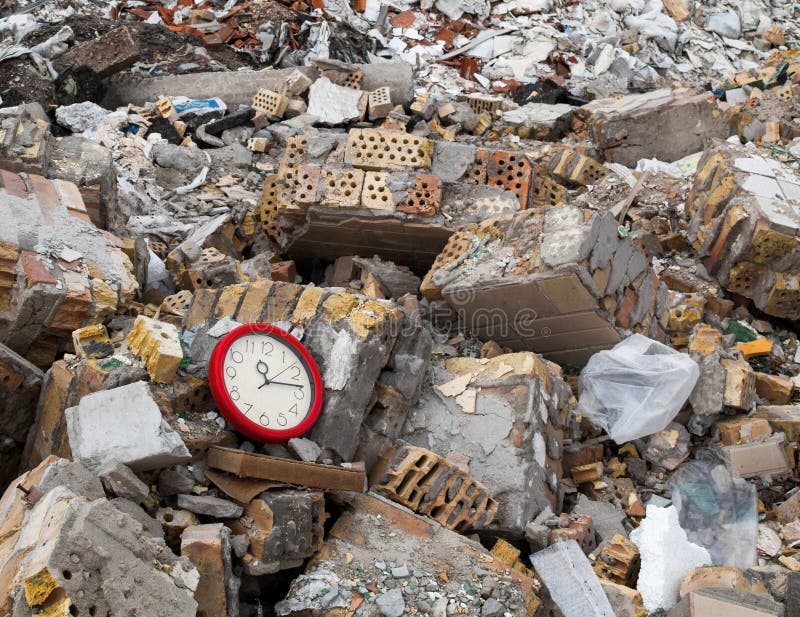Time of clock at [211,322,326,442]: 11:13
